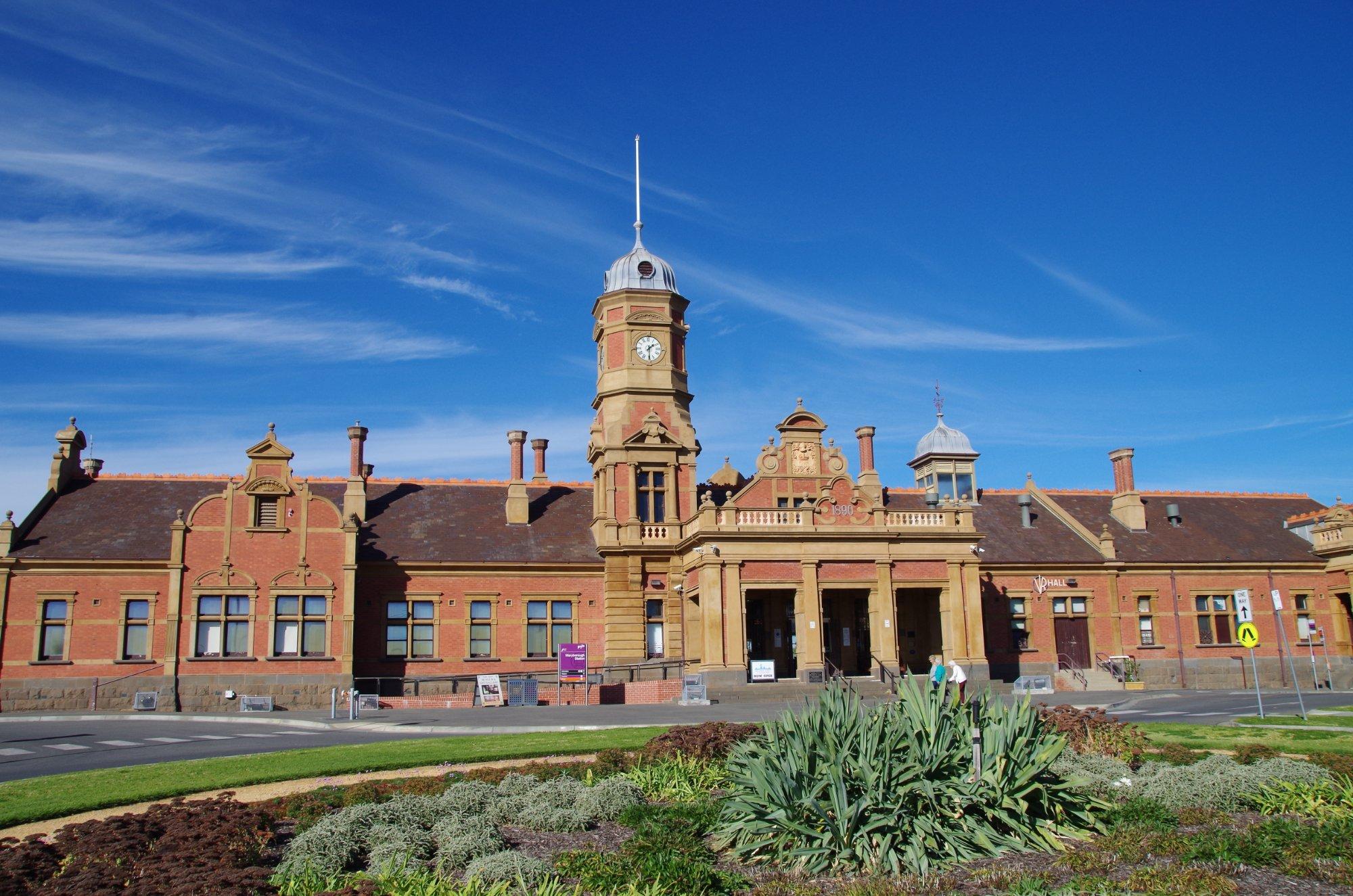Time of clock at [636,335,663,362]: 1:29
